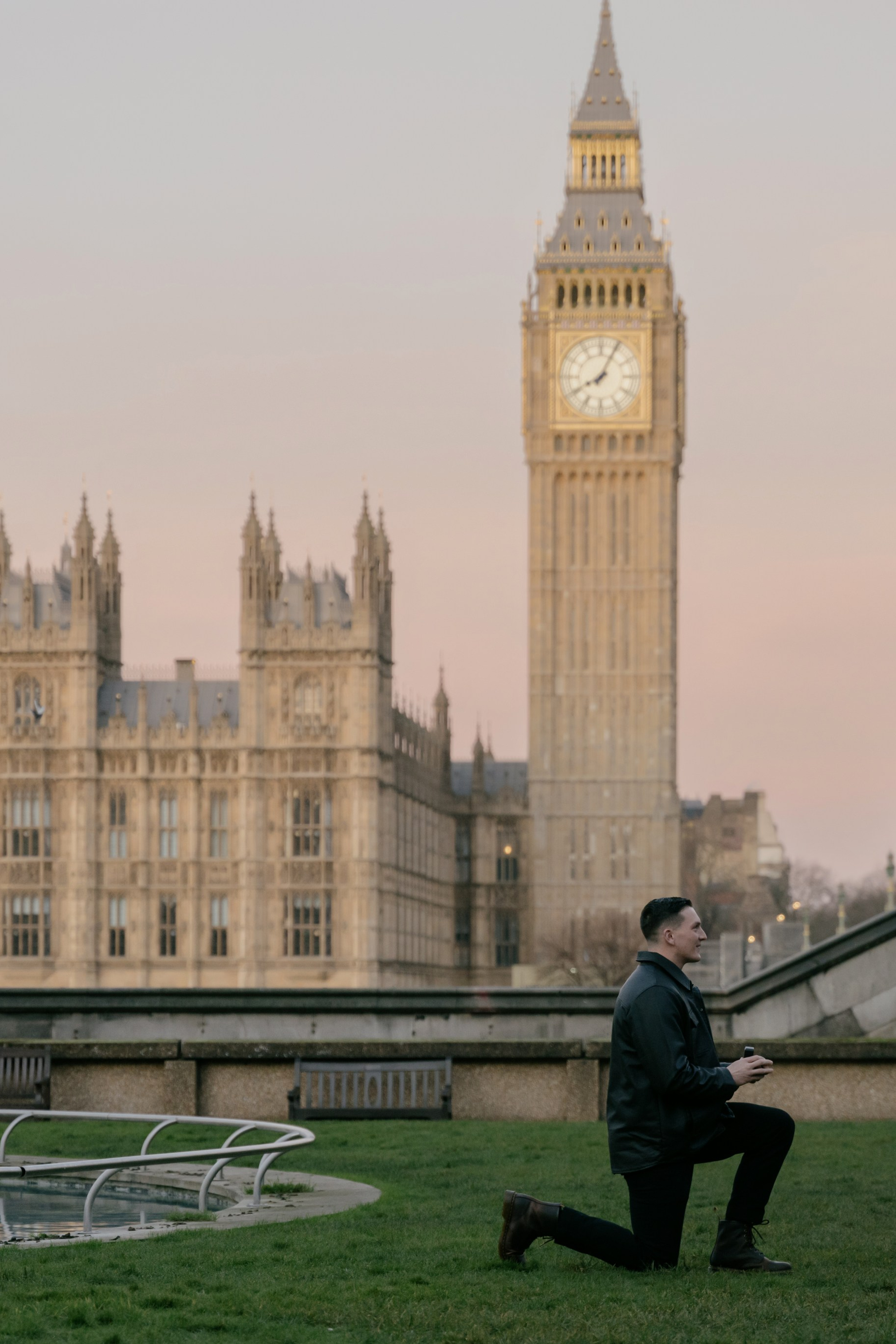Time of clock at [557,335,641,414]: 8:04
